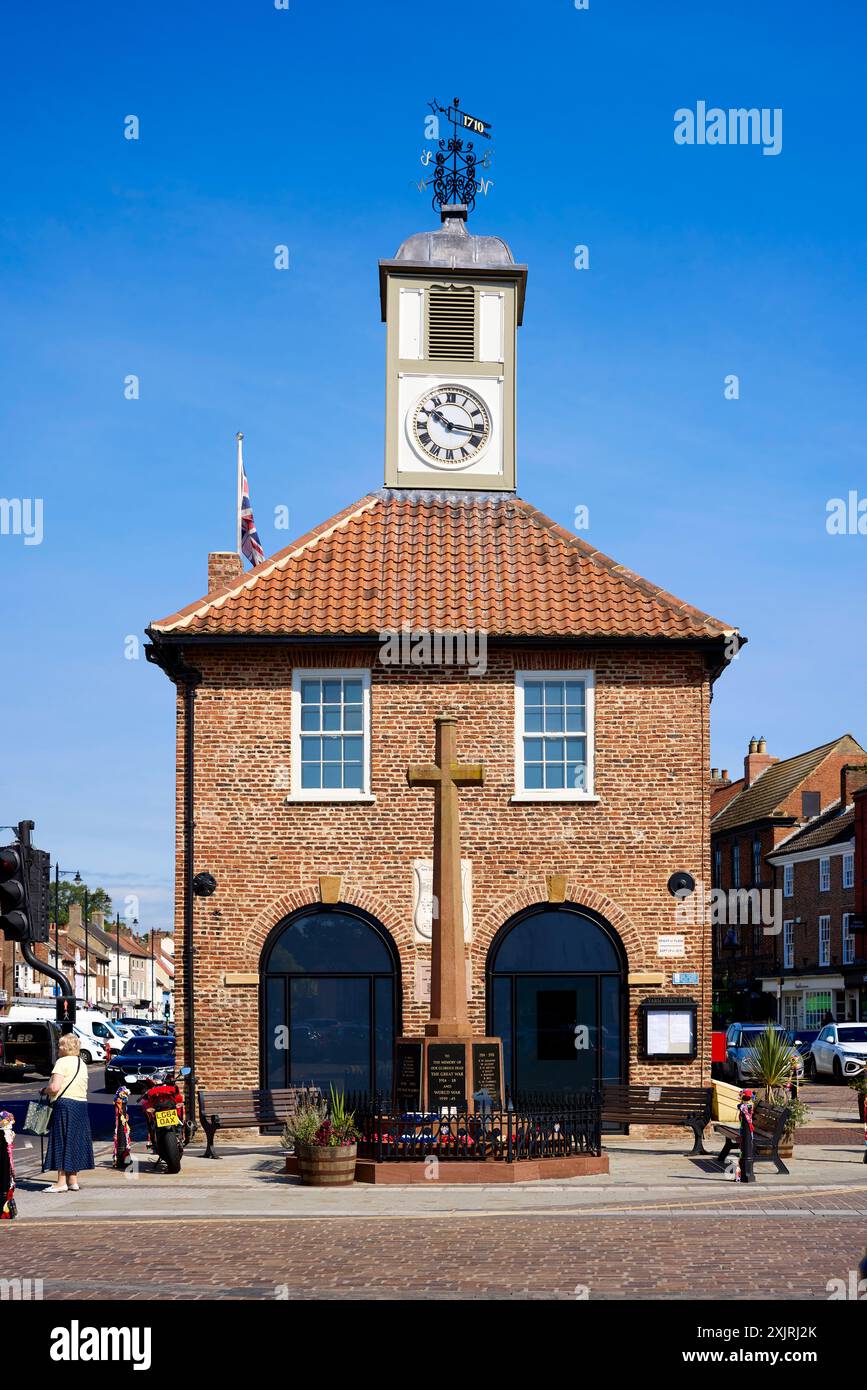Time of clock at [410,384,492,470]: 10:16
